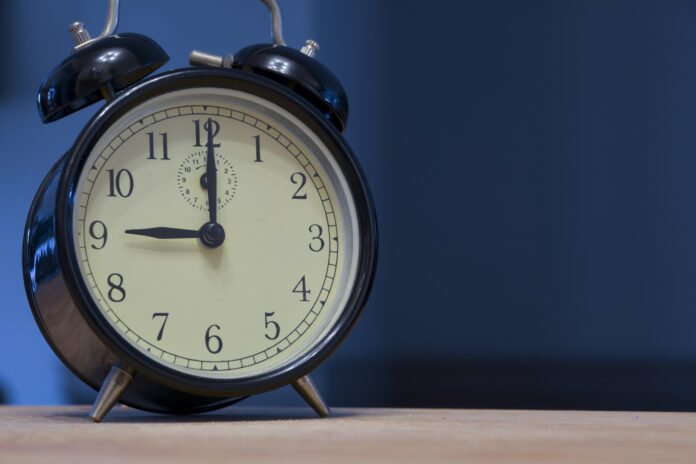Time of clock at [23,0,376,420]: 9:00
